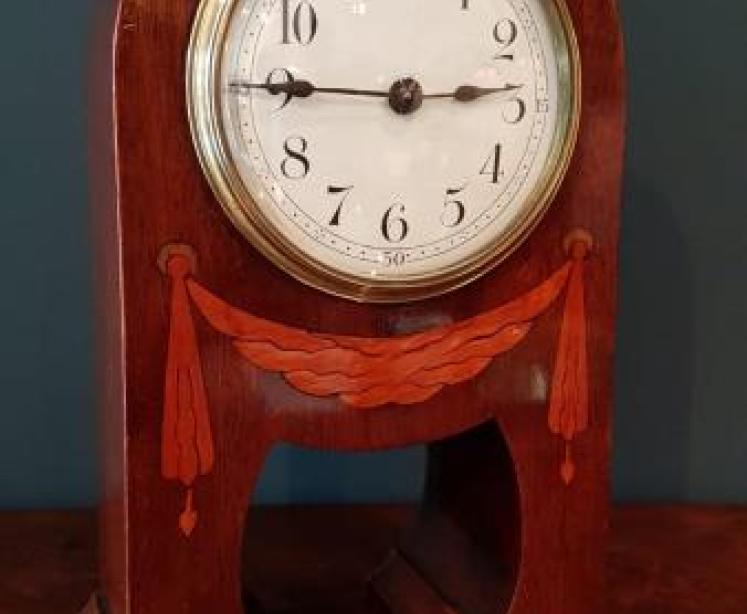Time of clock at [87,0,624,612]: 2:45
